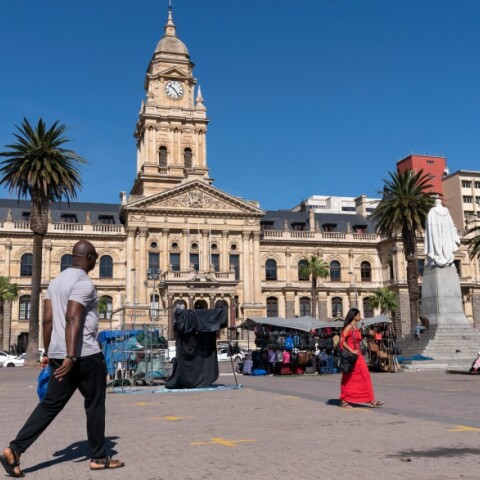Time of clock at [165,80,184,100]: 10:24
